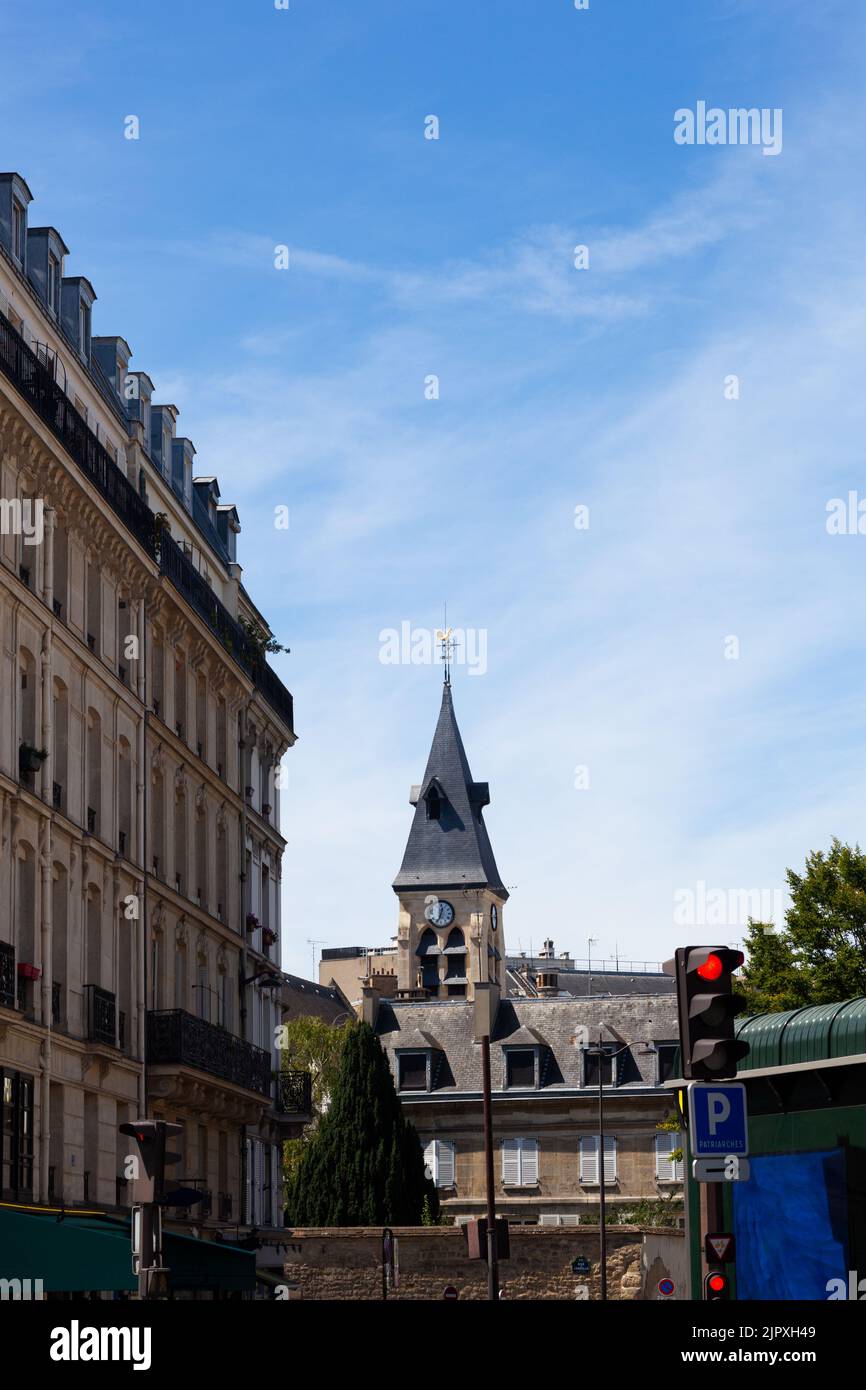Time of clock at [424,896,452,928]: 12:34
